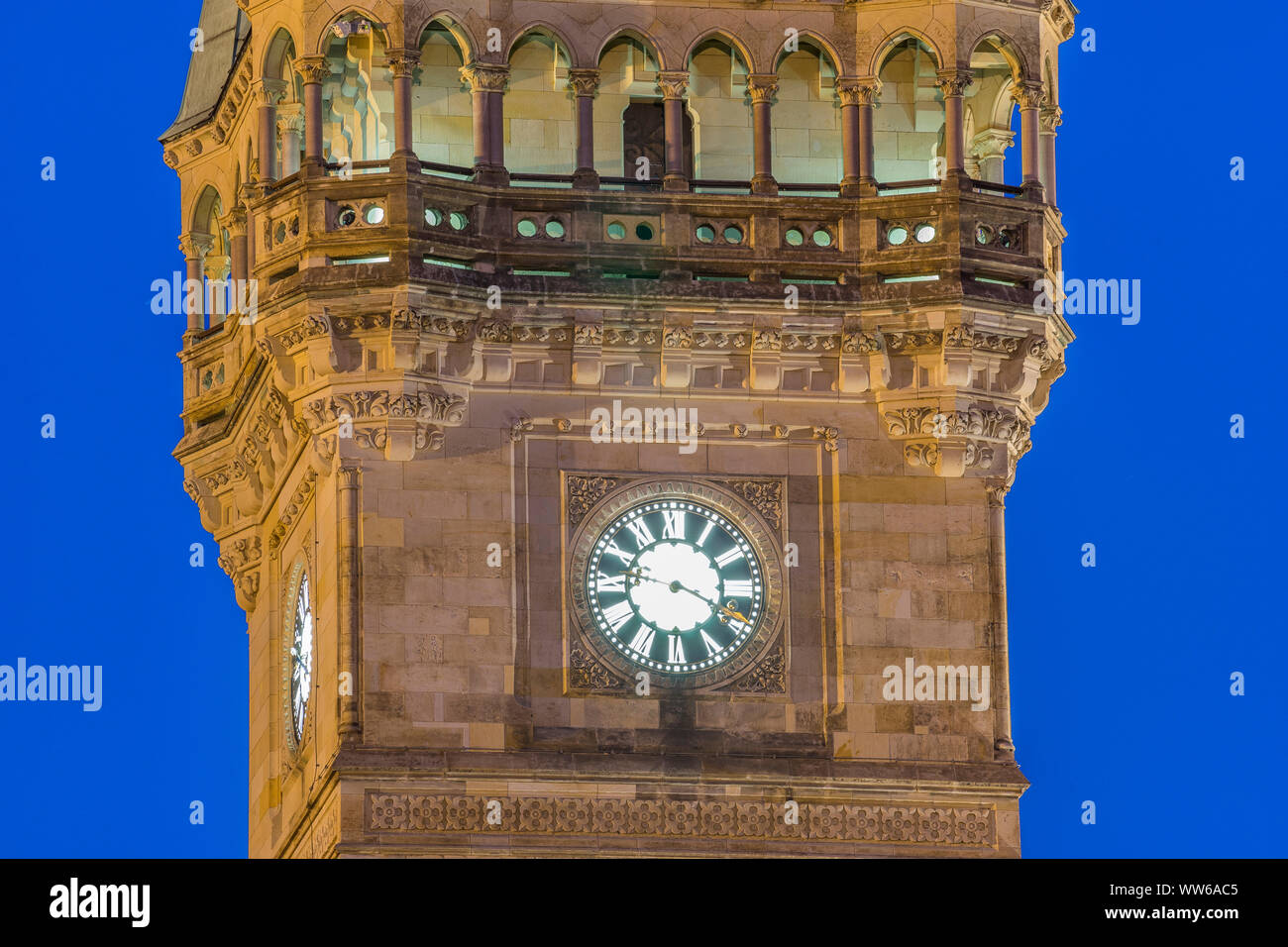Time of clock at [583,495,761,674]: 3:47
